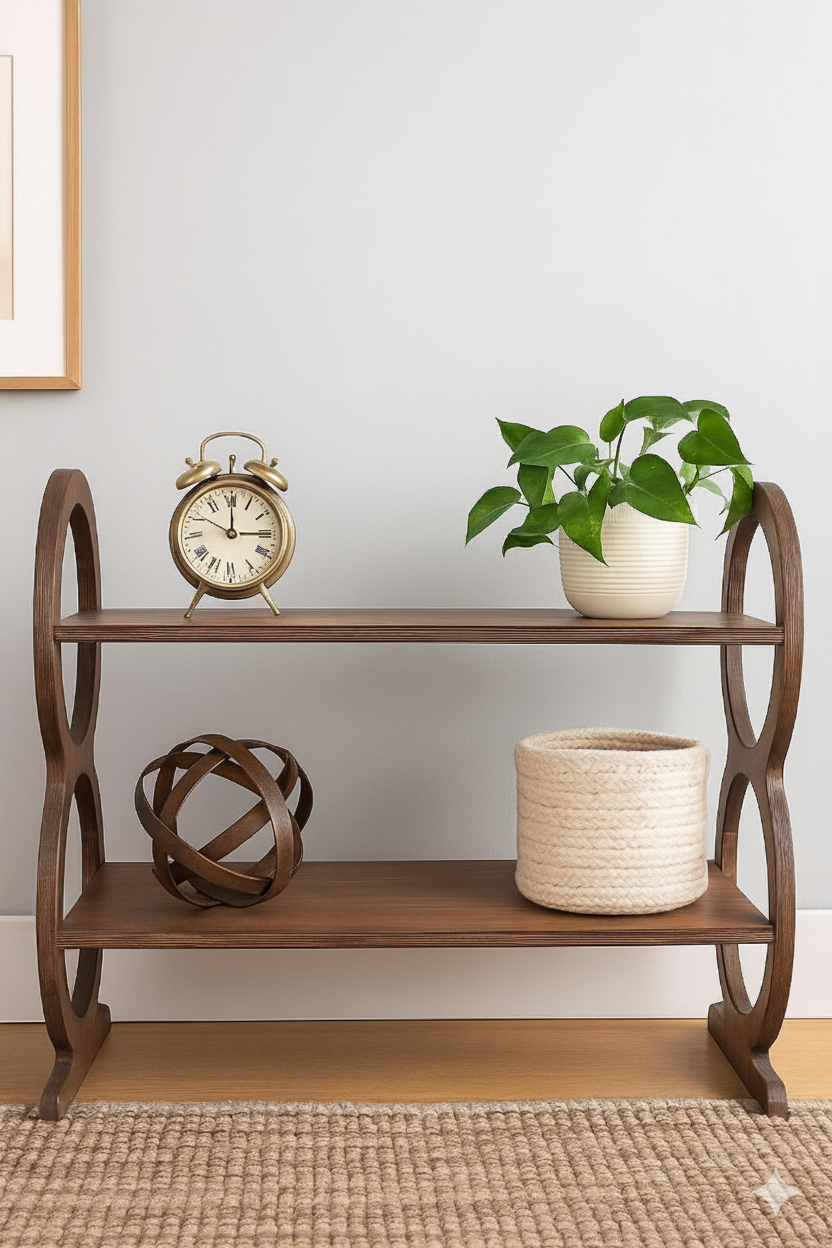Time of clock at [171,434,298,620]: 3:00
